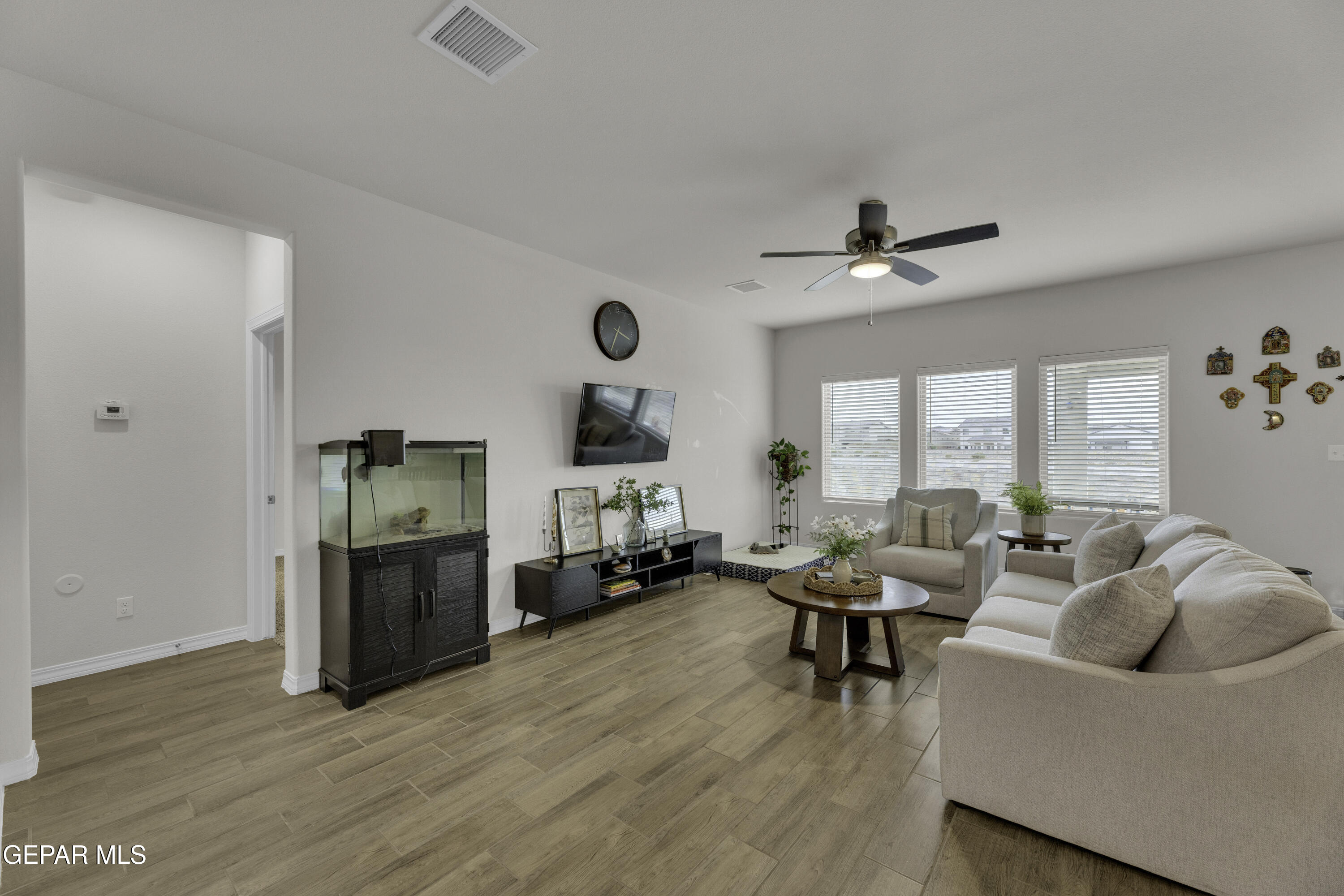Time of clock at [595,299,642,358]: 3:33
